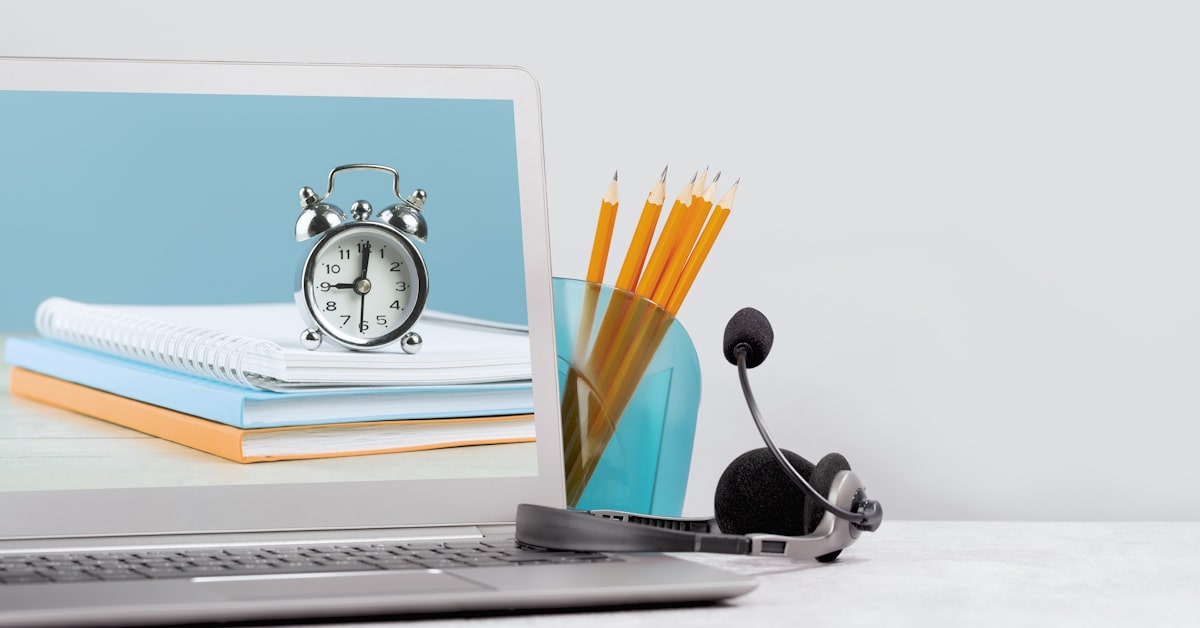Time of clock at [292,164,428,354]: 9:01
